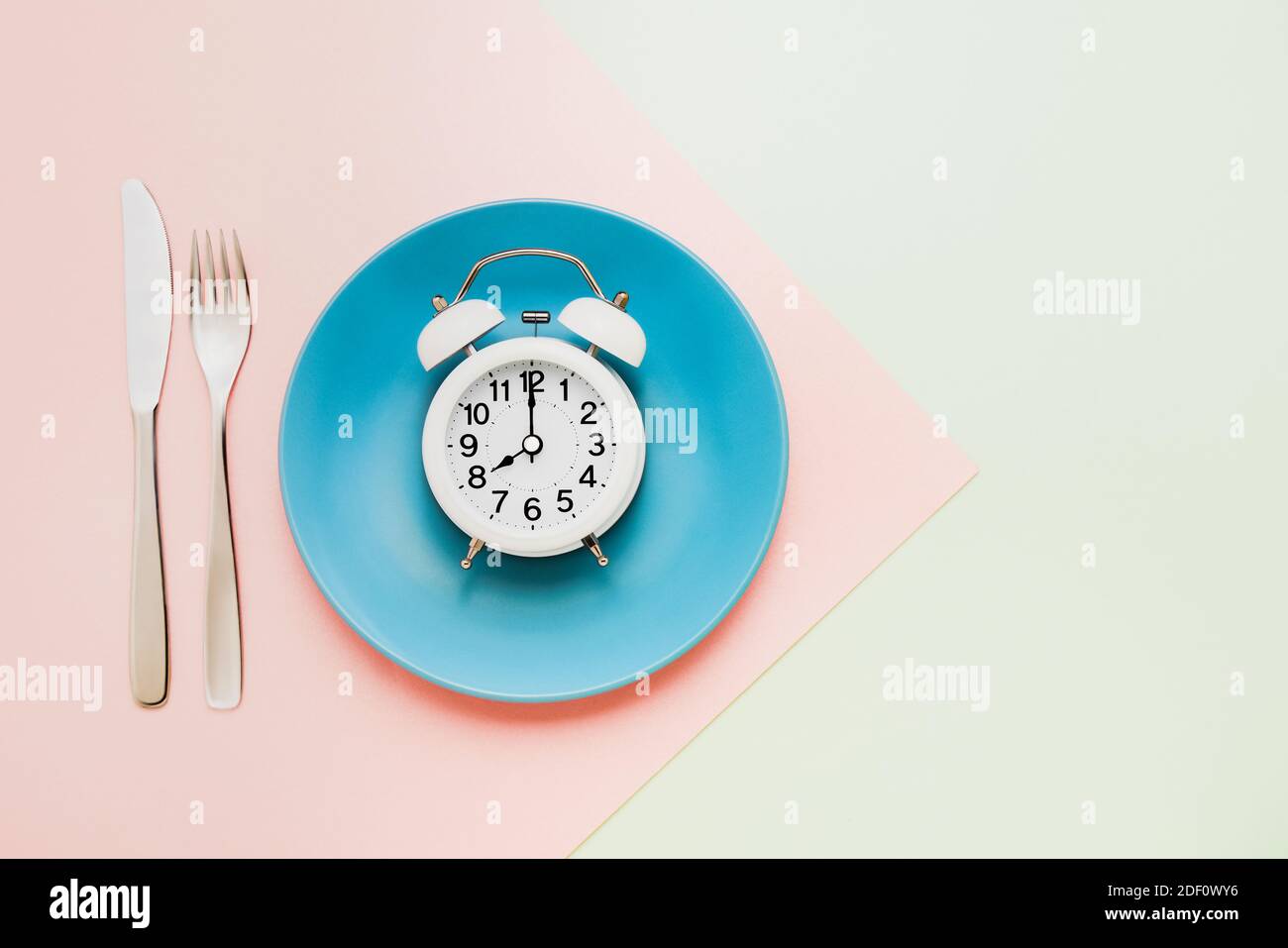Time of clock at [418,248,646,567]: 8:00
